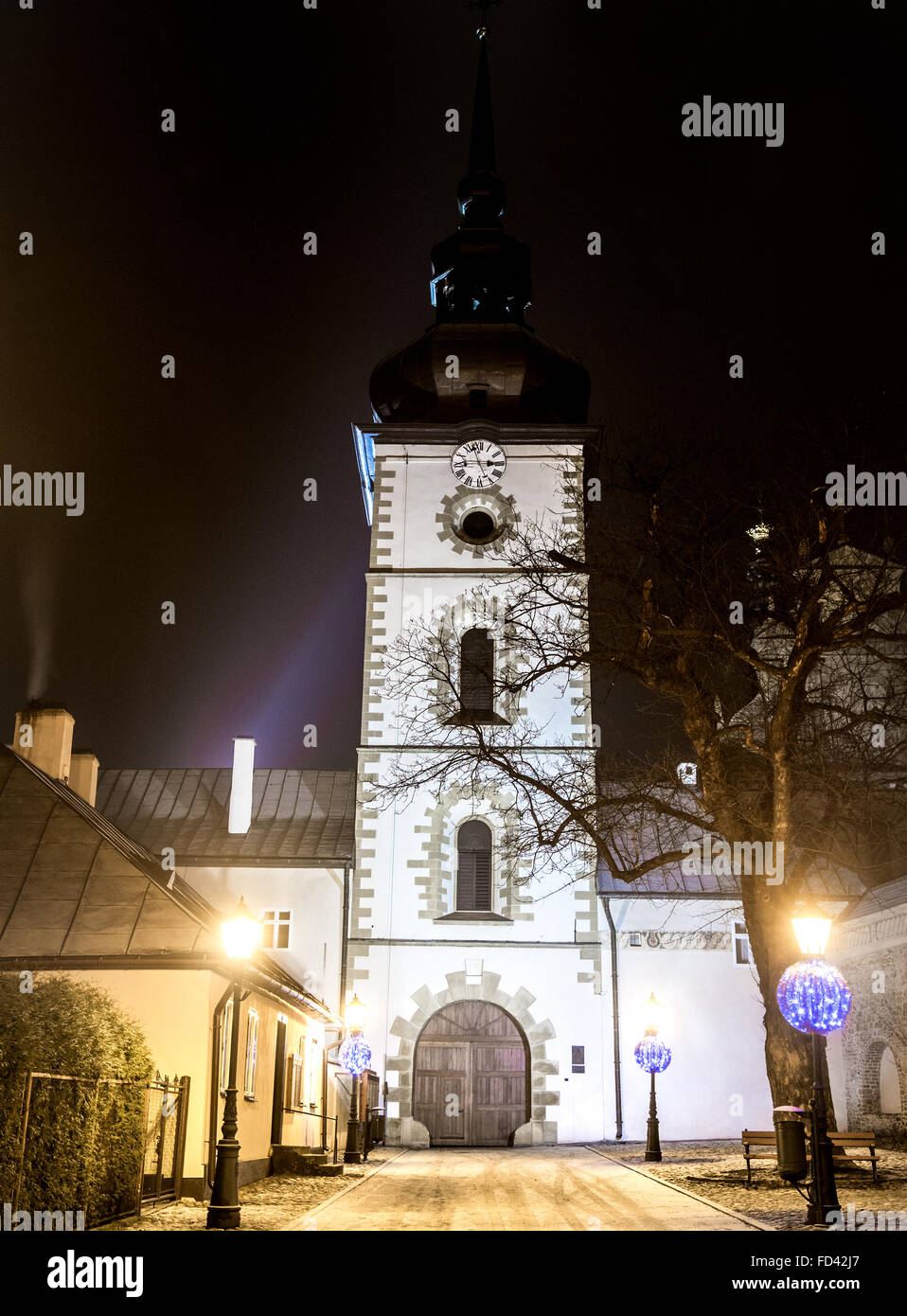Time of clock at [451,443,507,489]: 2:57
